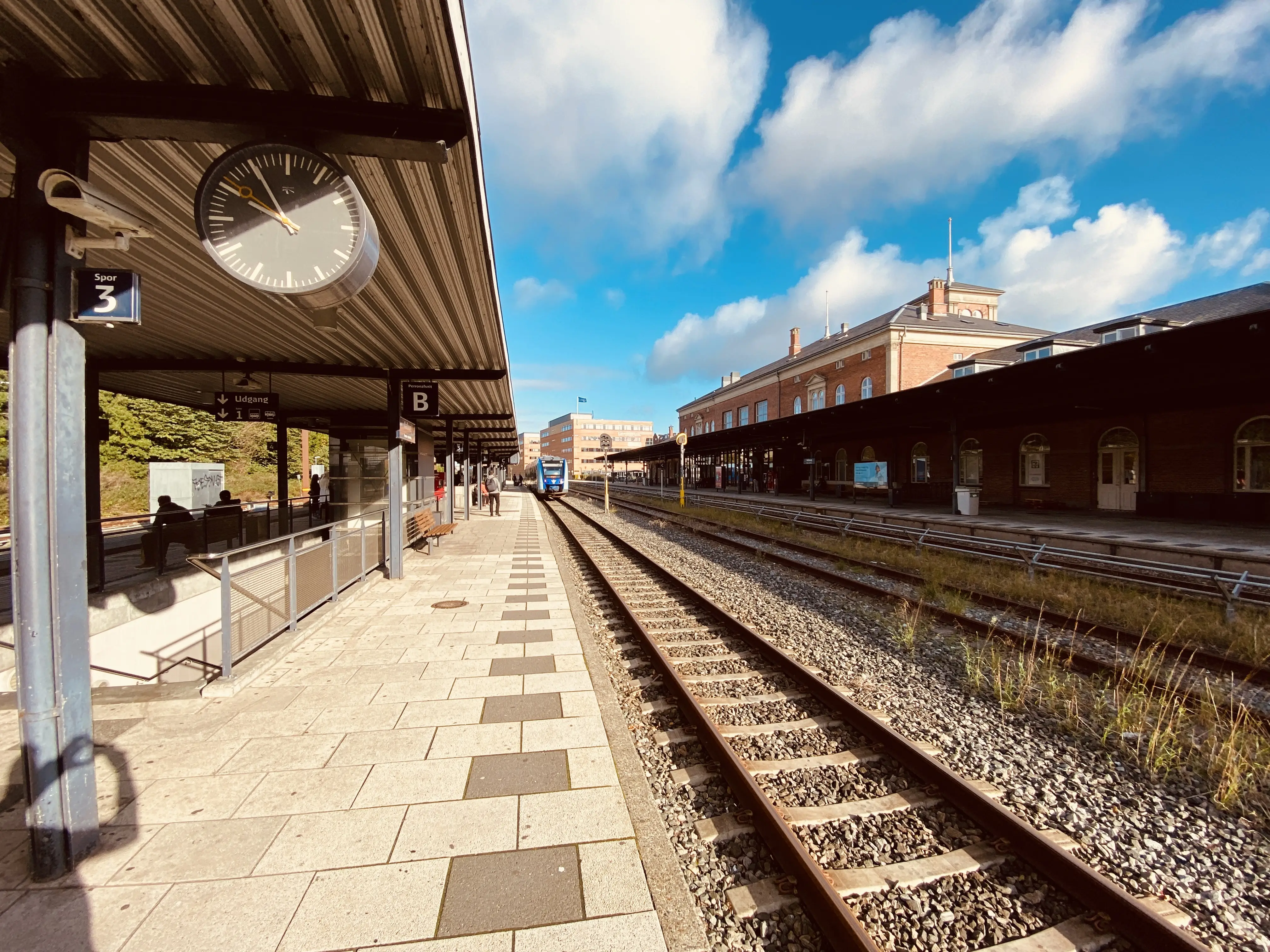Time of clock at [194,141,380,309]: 9:55
